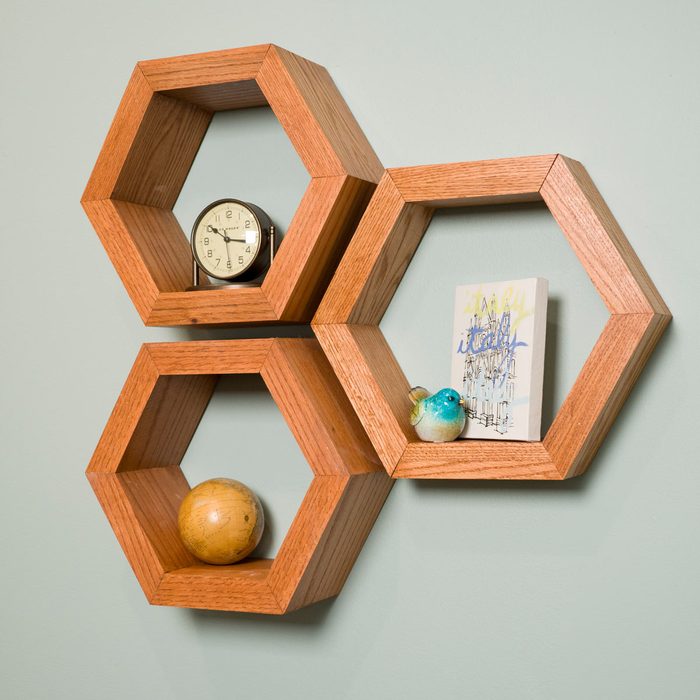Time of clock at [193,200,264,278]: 10:17
